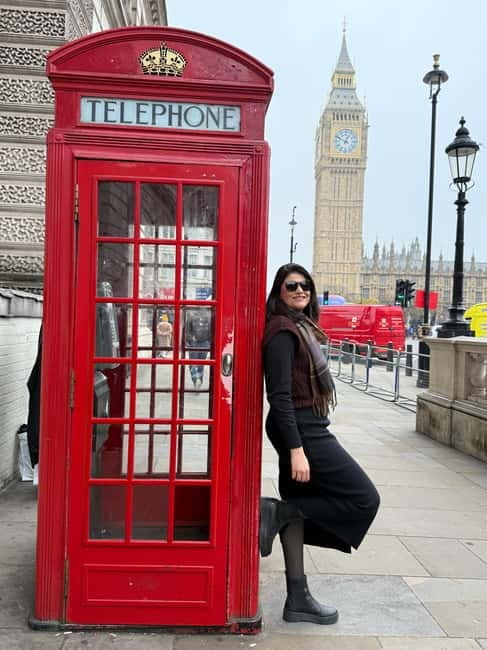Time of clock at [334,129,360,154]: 12:49
